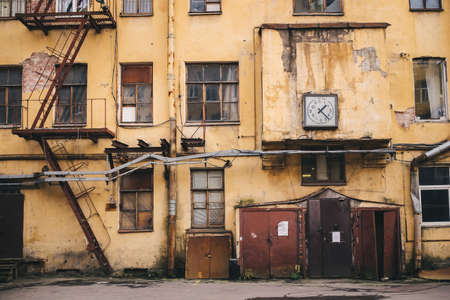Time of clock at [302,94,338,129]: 1:22
